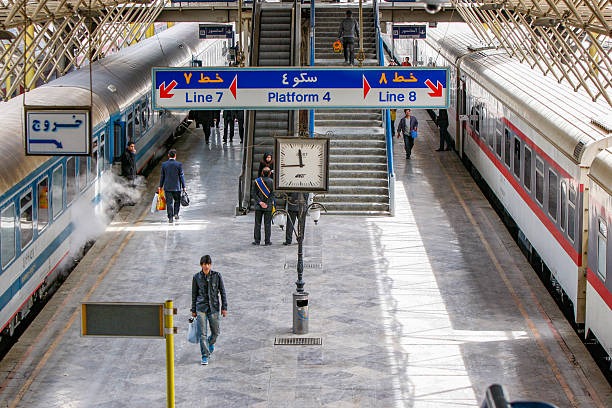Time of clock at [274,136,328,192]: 11:44
